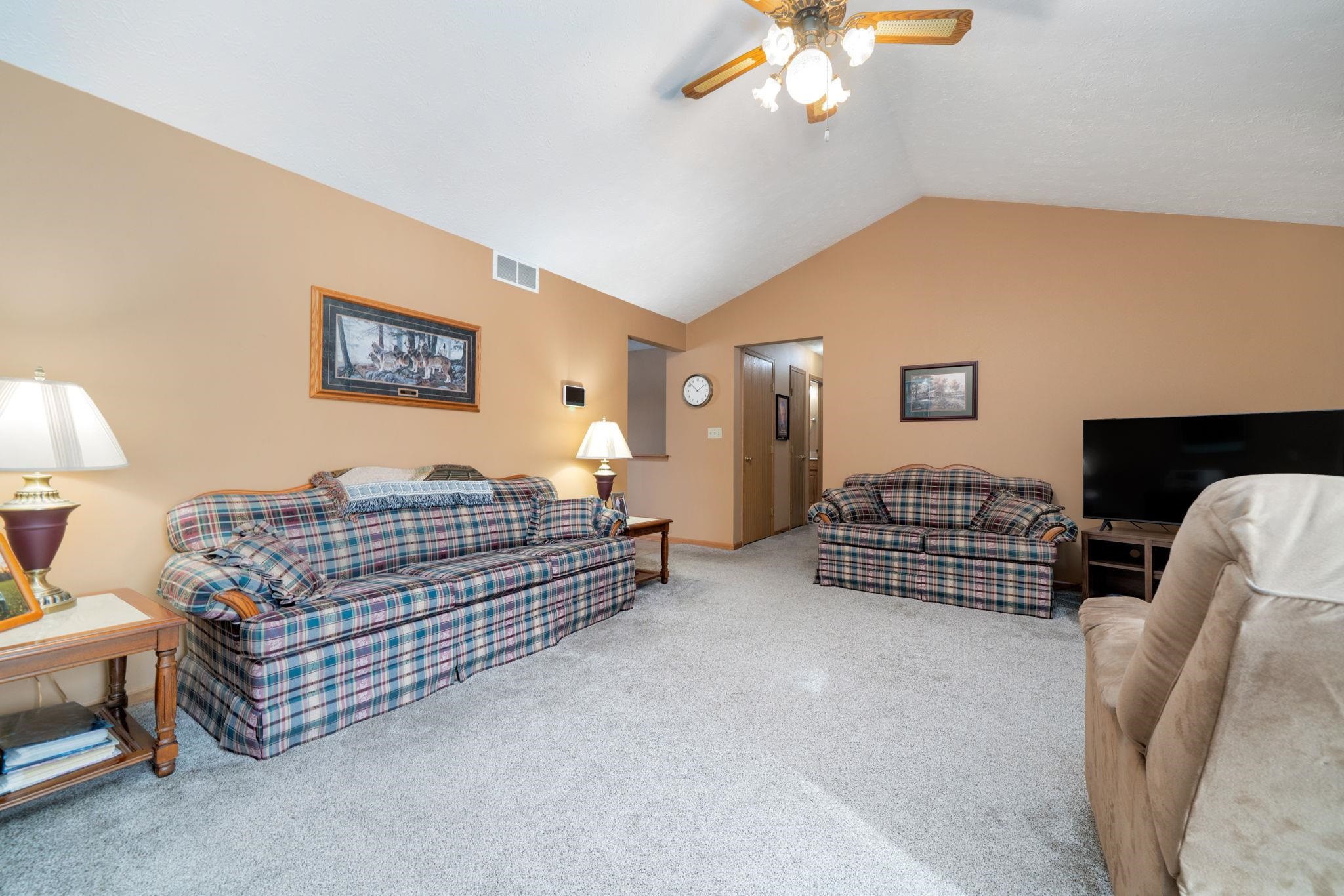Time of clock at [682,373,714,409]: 1:52
